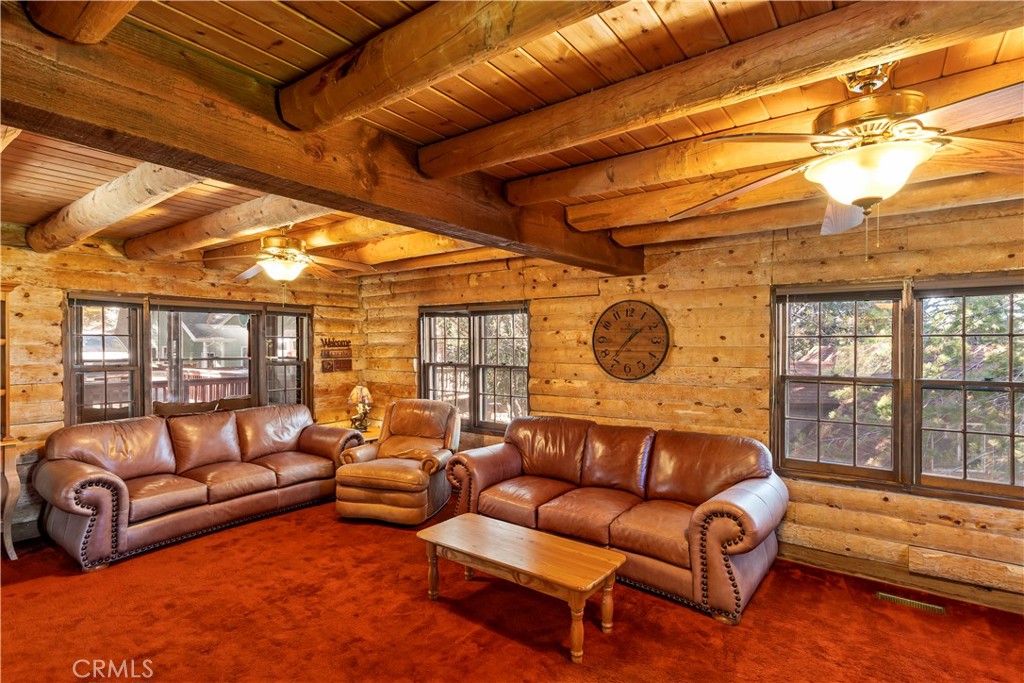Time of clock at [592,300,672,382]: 1:36
